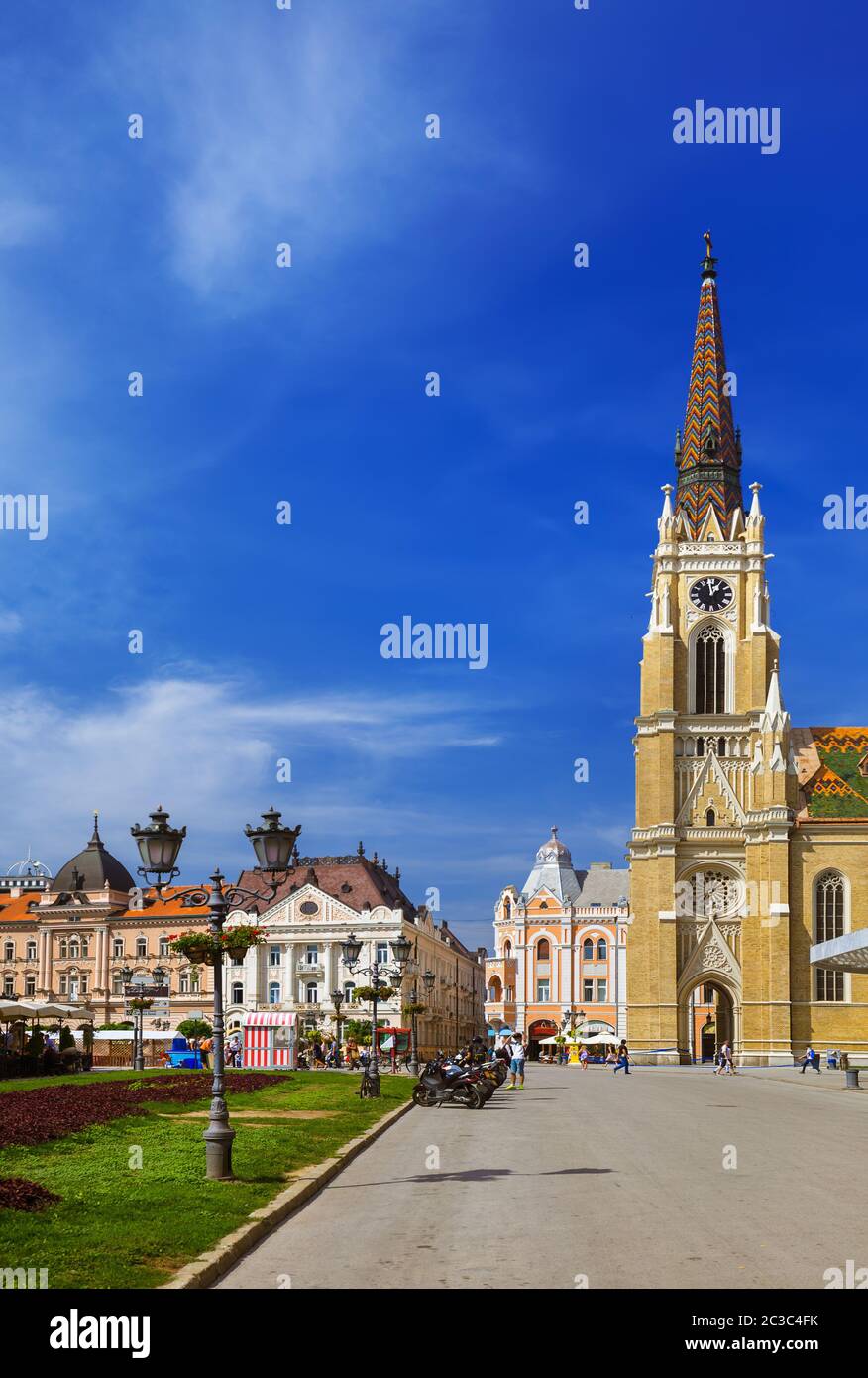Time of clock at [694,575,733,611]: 12:58
